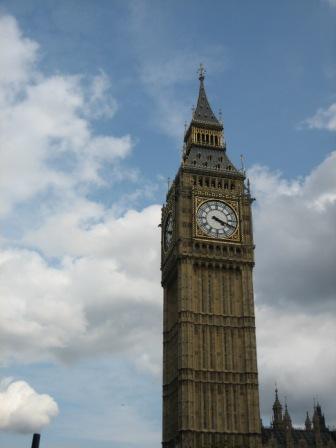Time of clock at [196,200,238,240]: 4:18
